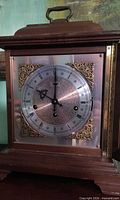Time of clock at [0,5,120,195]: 10:00
